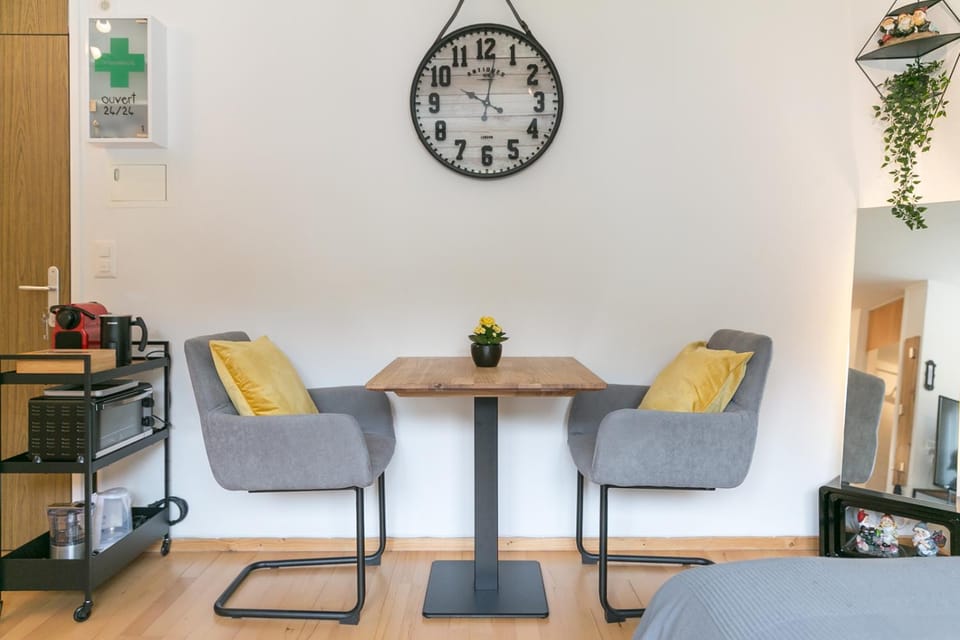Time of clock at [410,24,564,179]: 10:01
